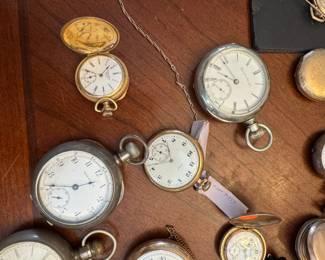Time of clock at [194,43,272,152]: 10:45
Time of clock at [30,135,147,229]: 2:45
